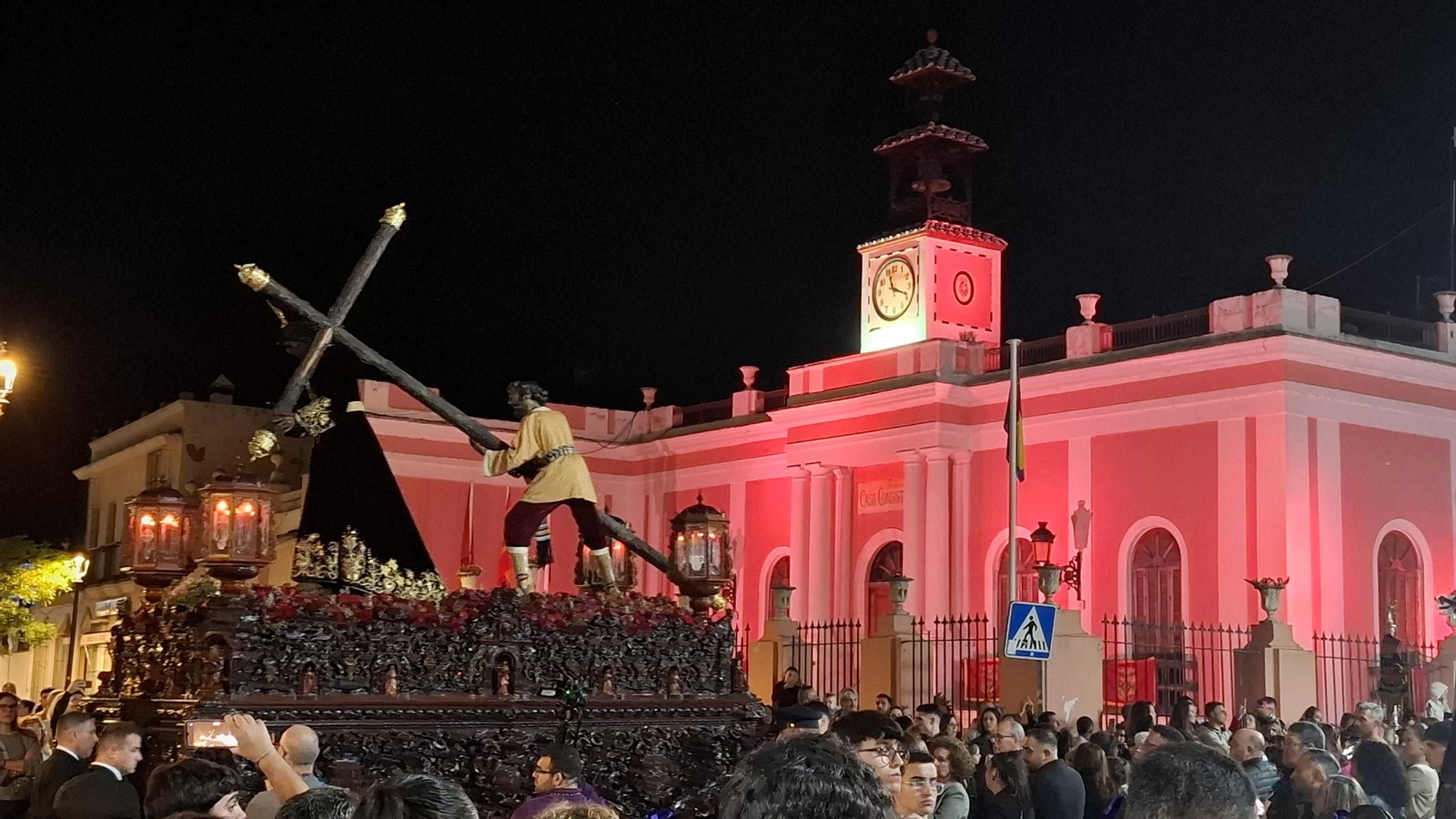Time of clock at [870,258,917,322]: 11:18
